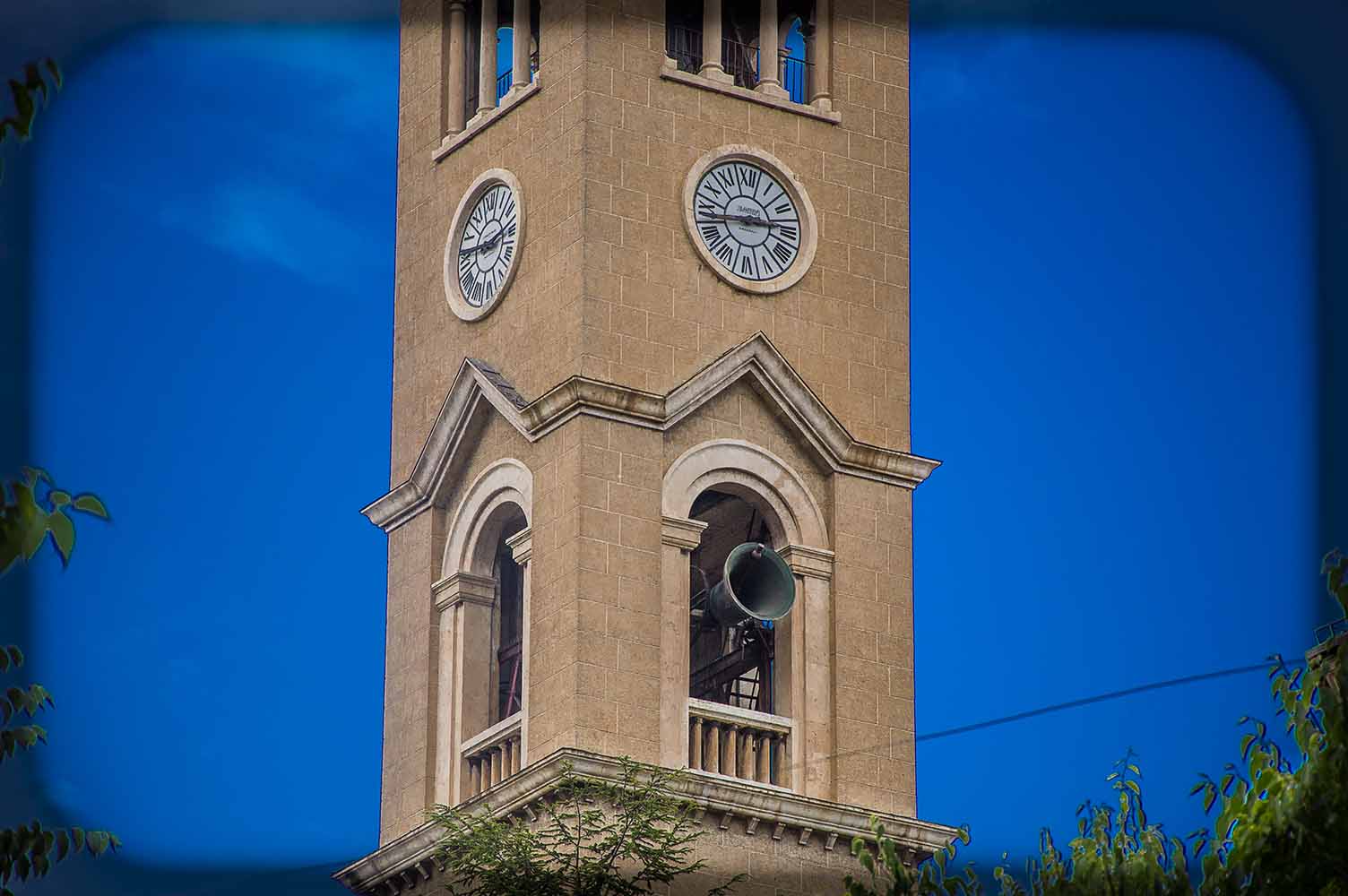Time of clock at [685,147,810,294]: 2:43
